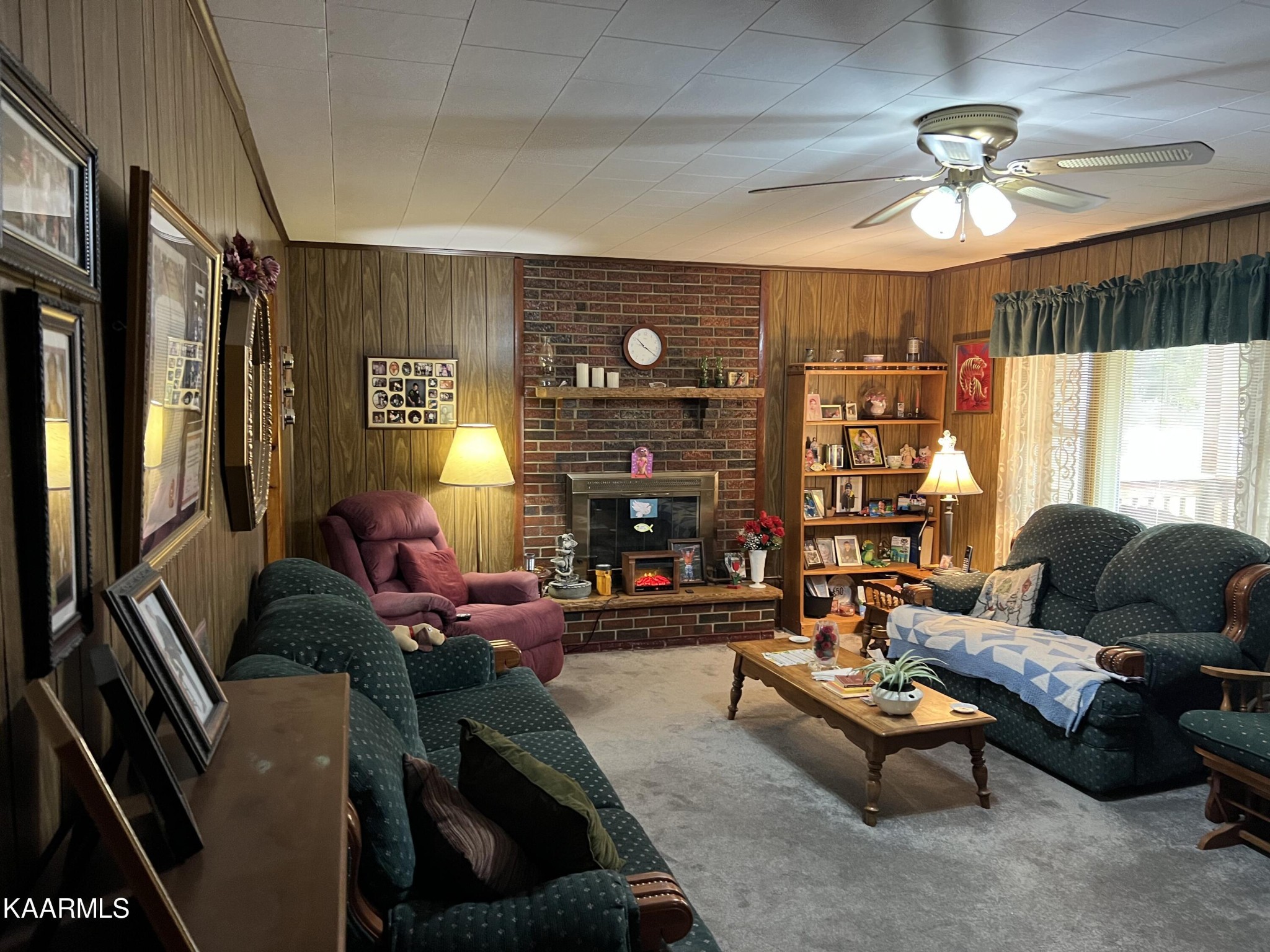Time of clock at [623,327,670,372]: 10:19
